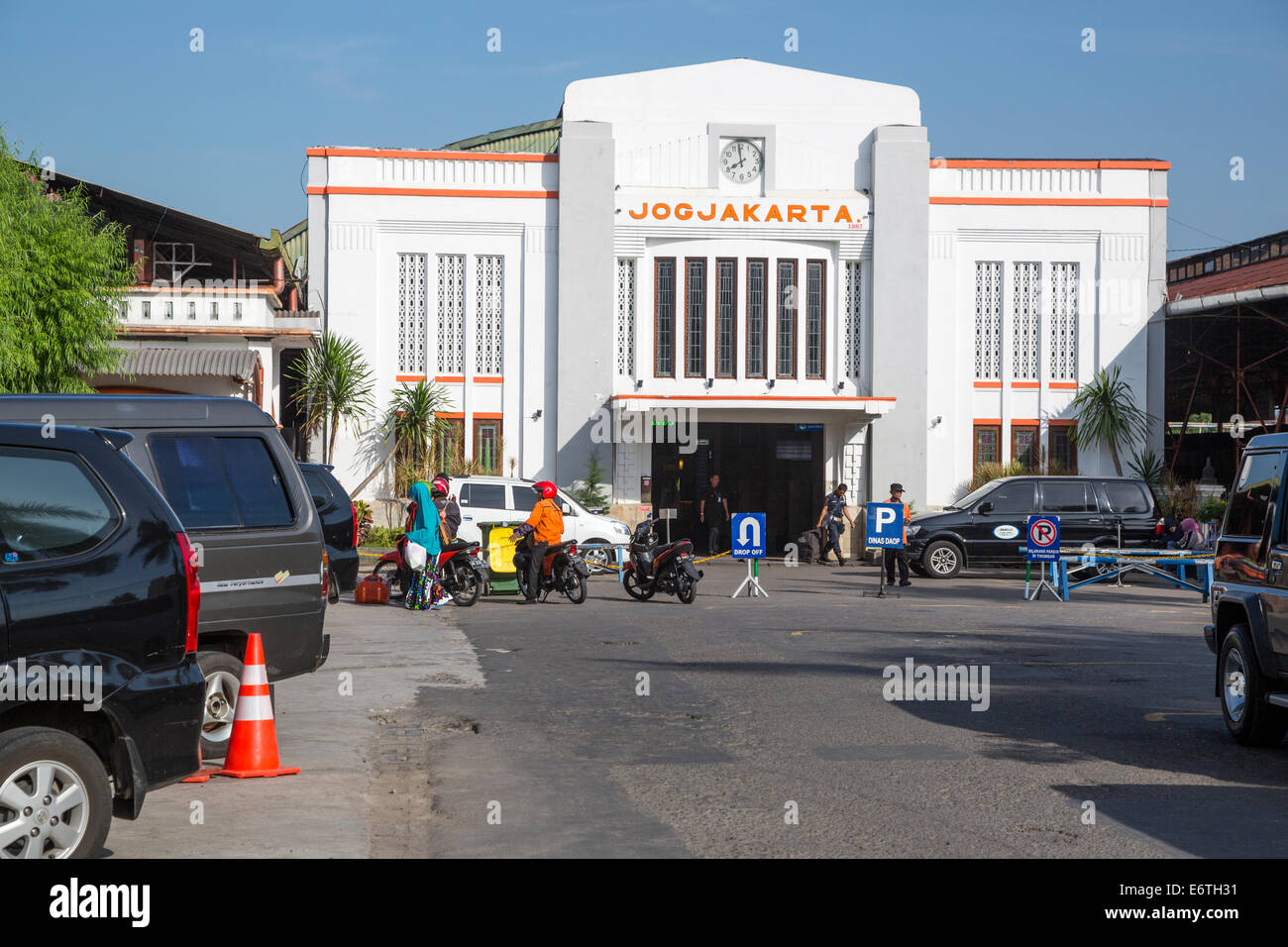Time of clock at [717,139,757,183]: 7:58
